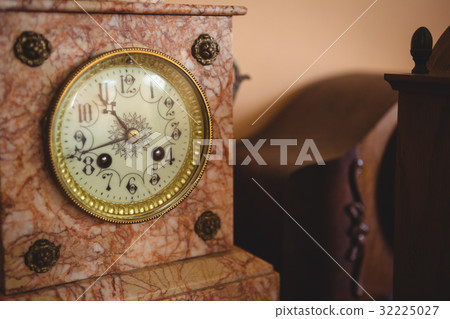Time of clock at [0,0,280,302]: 10:42
